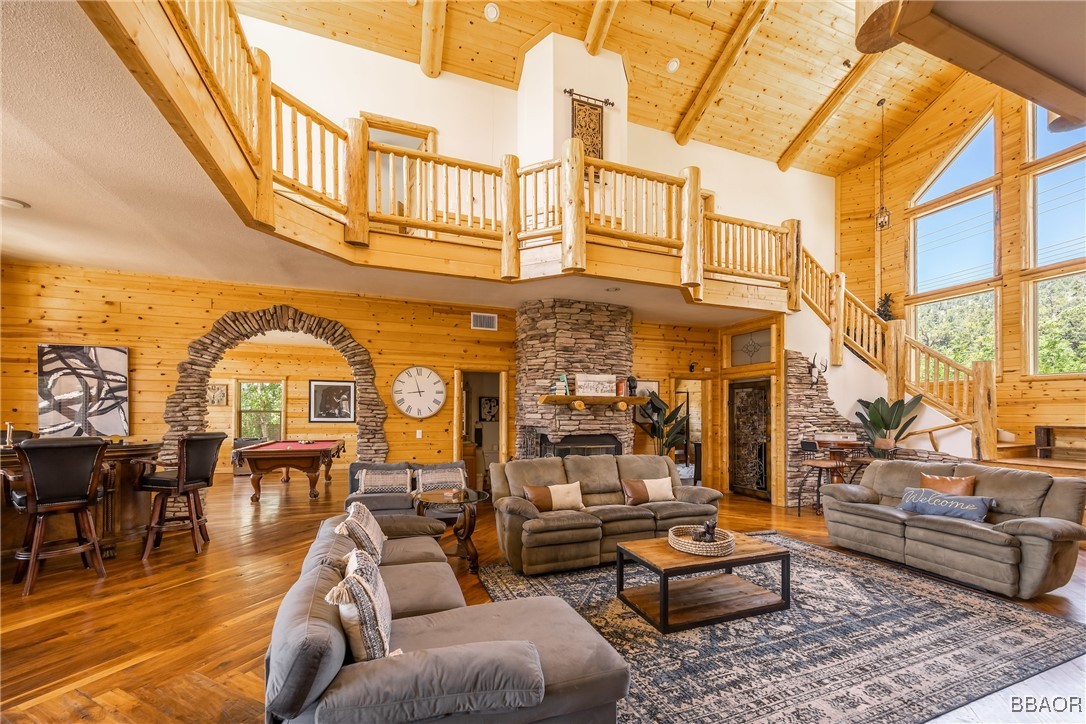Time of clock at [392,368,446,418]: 8:57
